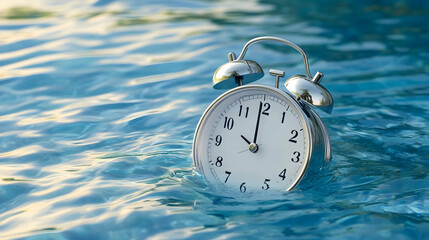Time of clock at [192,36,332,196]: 9:59
